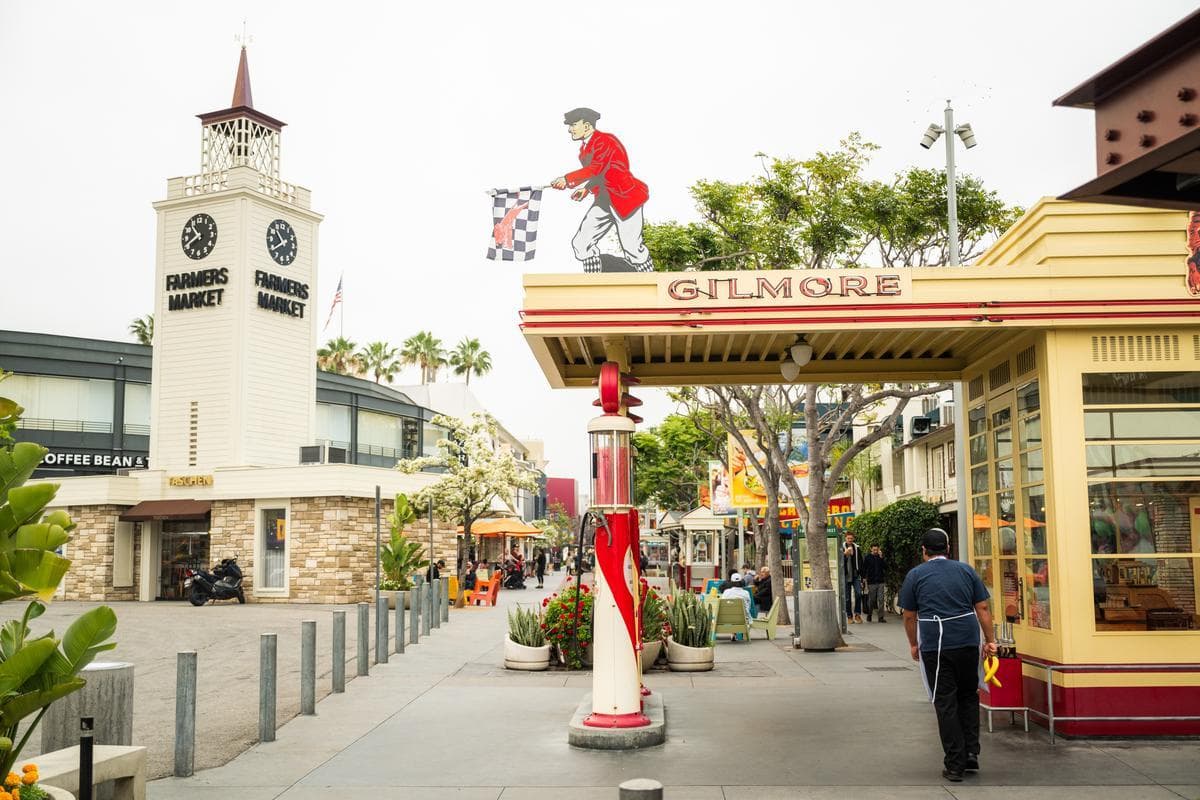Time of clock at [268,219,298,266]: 10:39
